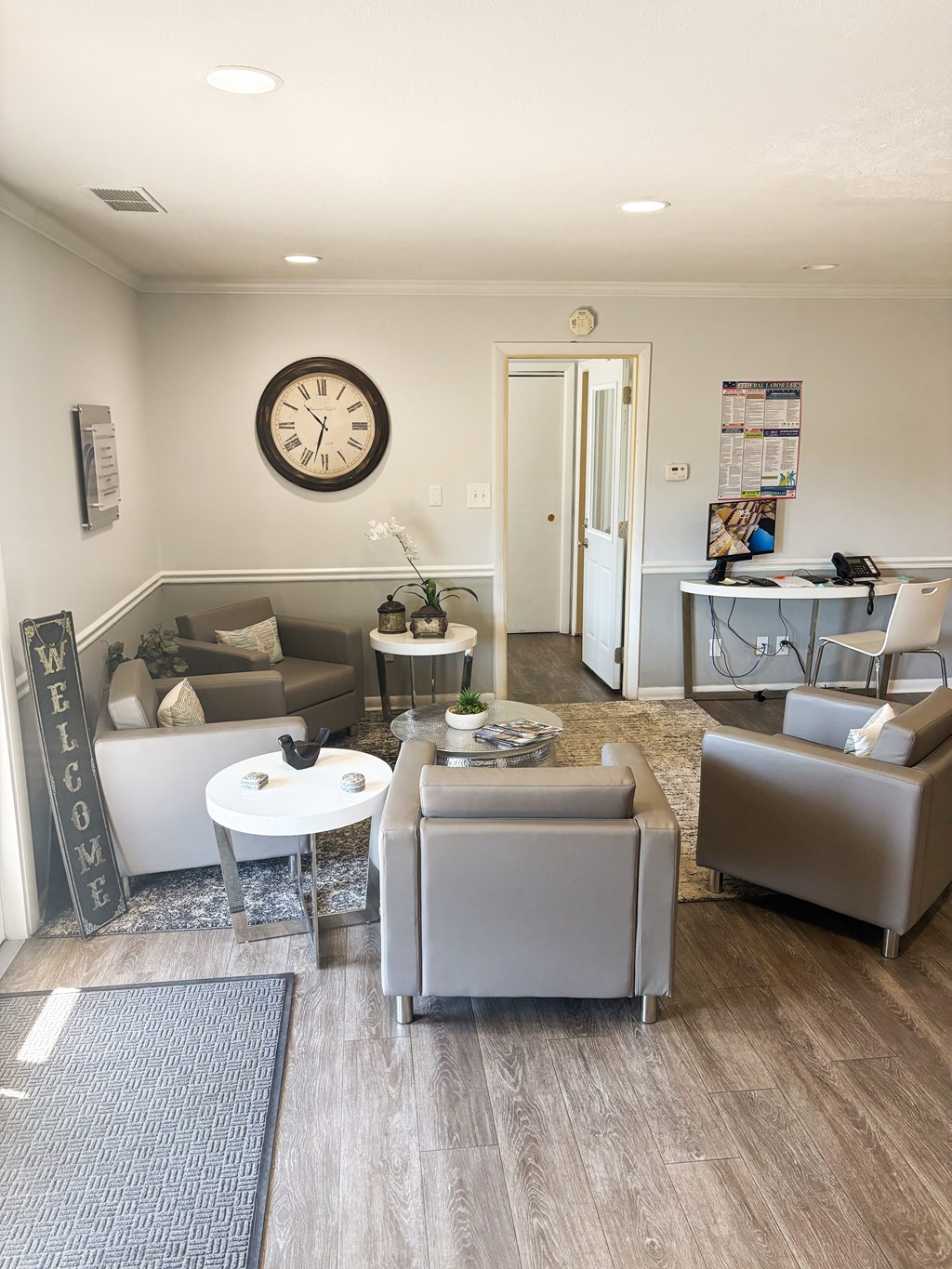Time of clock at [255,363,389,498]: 10:32
